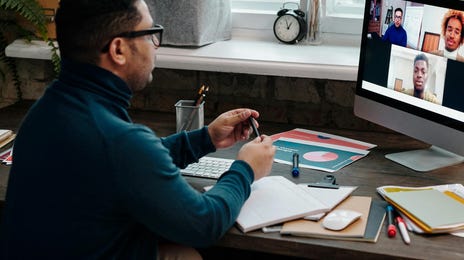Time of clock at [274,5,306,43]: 12:57
